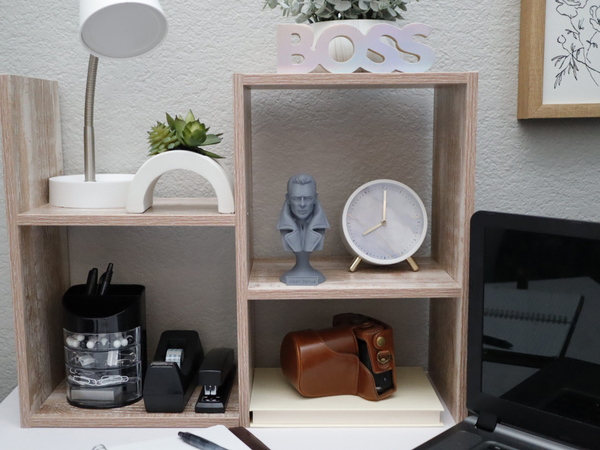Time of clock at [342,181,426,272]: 8:00
